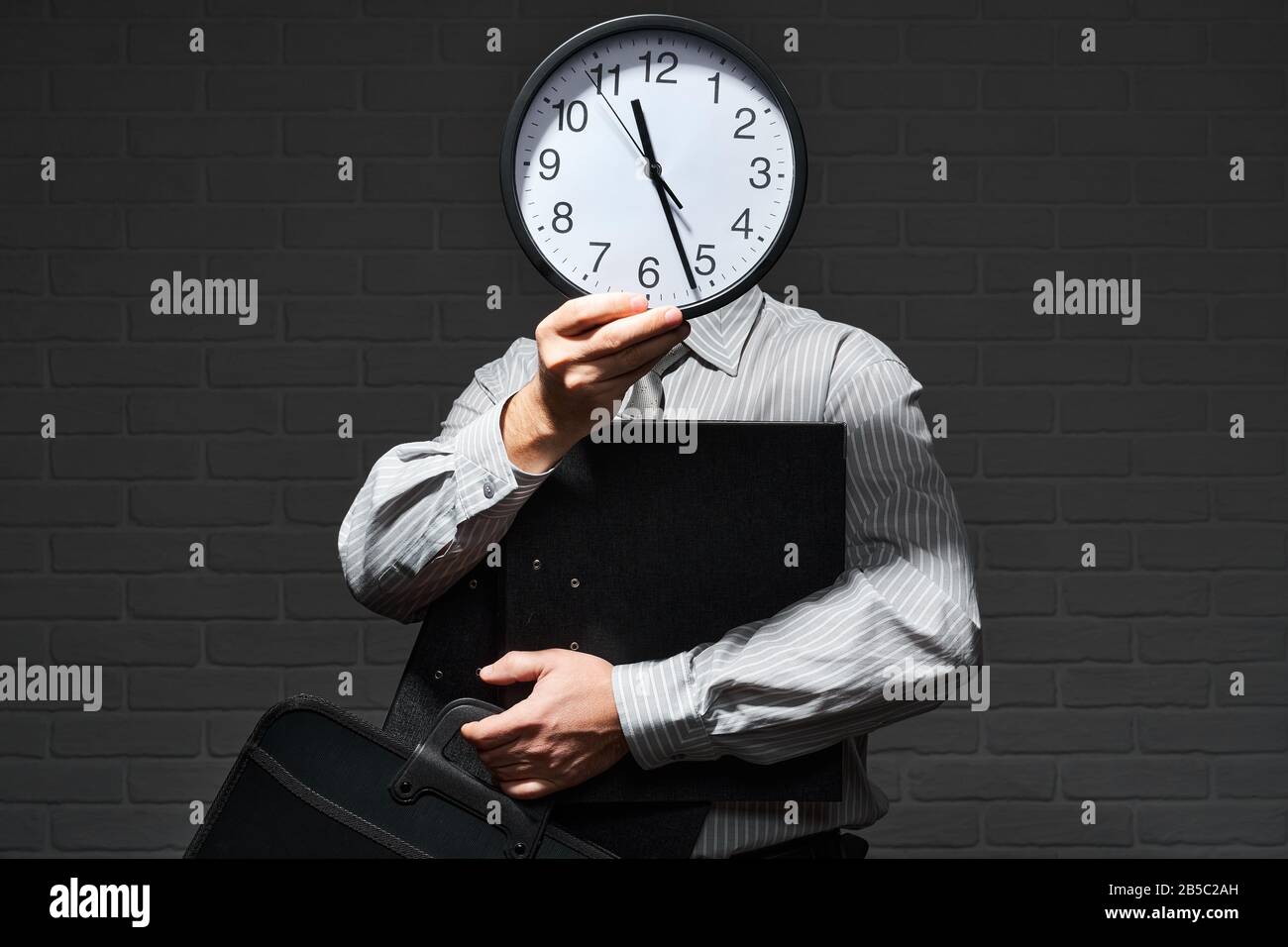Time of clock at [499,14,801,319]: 11:26
